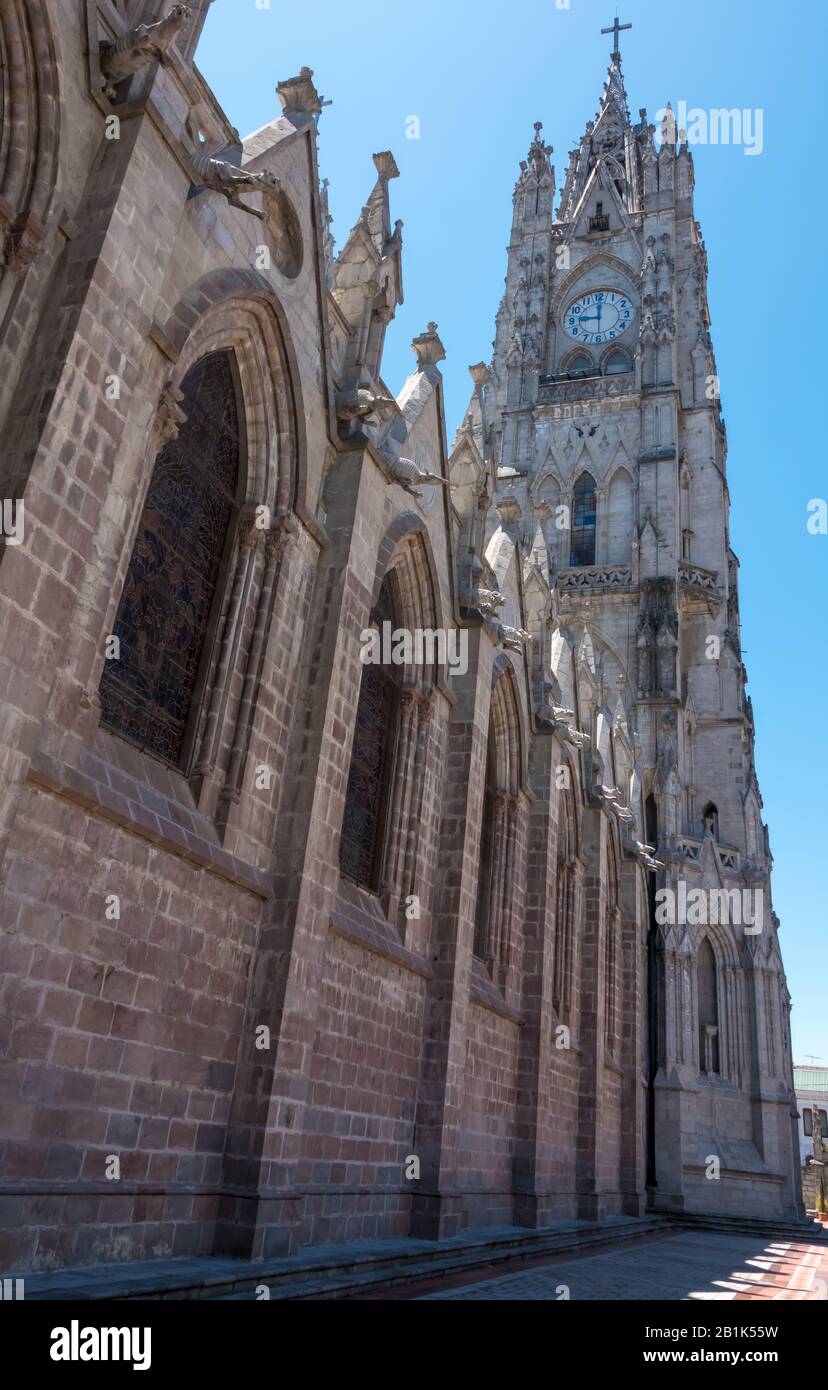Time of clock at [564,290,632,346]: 9:00
